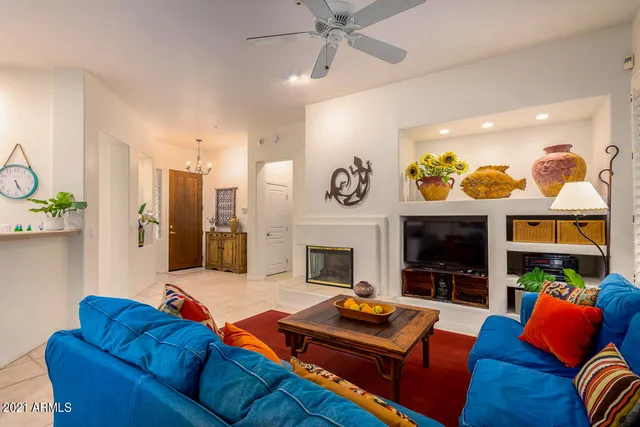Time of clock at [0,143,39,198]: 5:26
